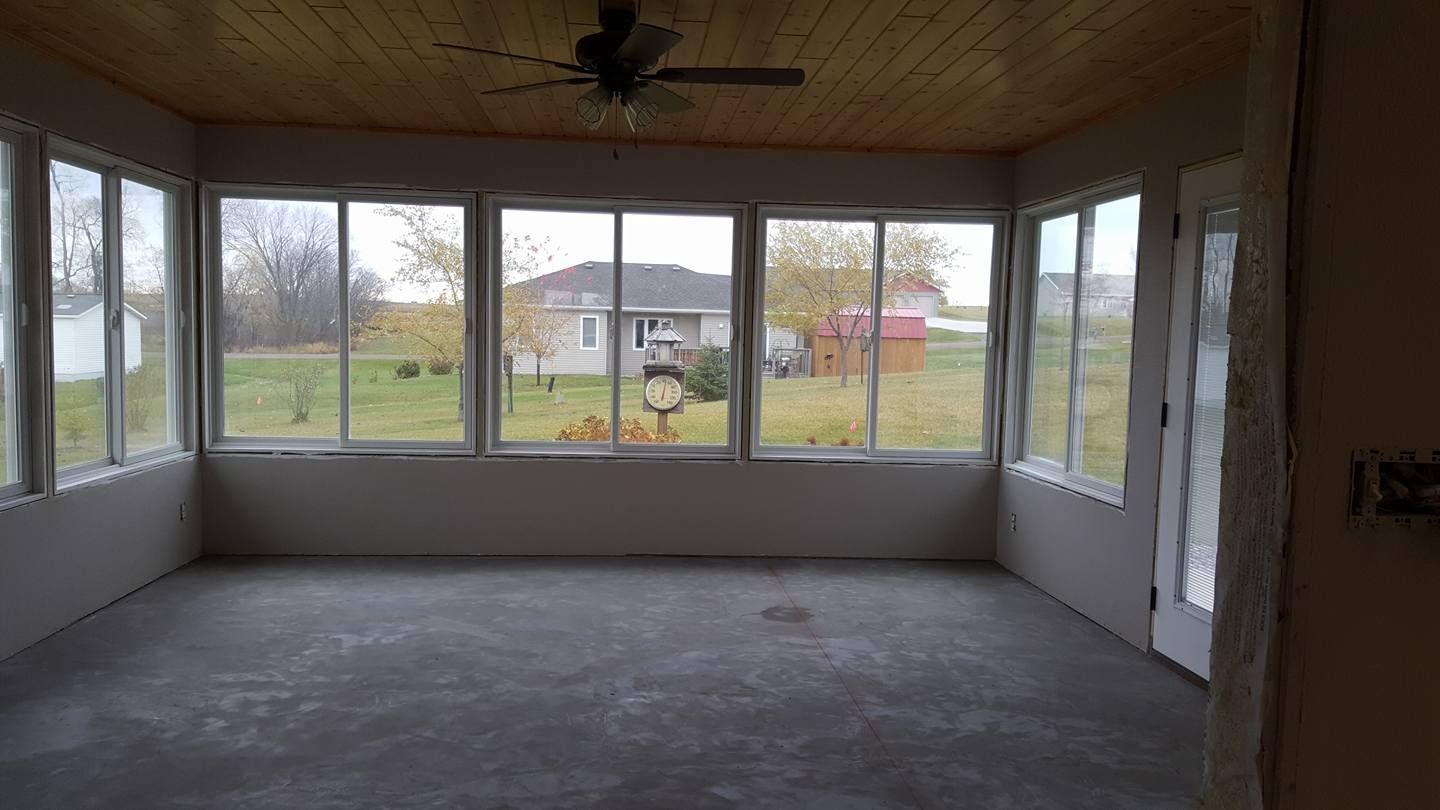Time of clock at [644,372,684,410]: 6:01
